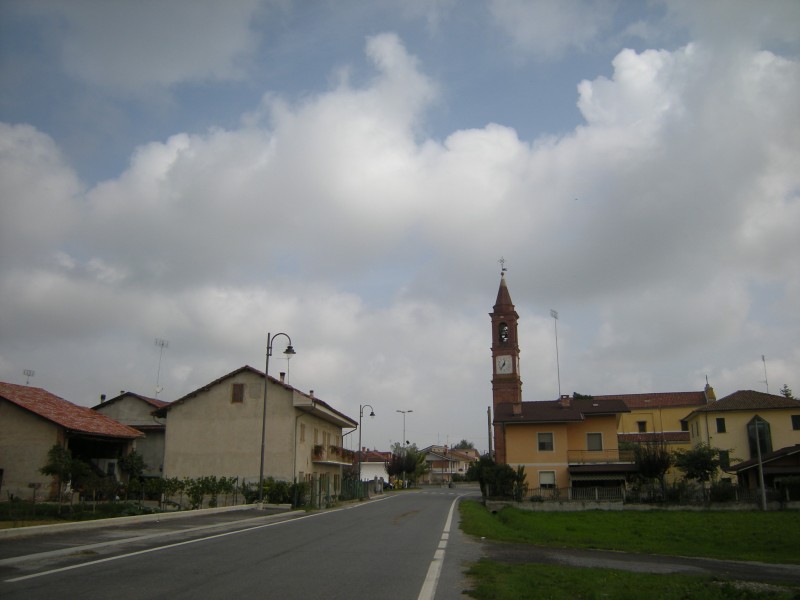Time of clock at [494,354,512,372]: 12:36
